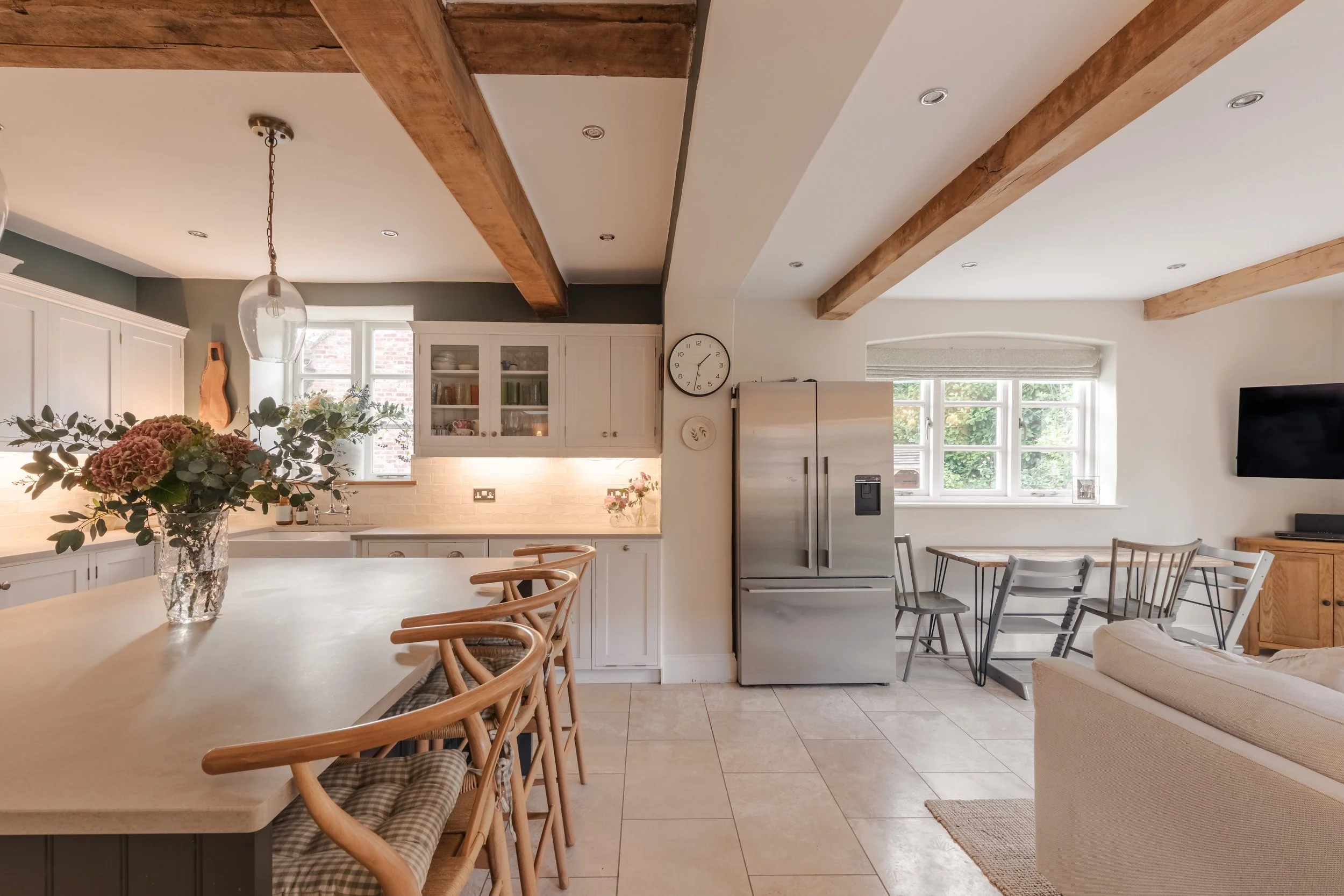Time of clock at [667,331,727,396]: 1:31
